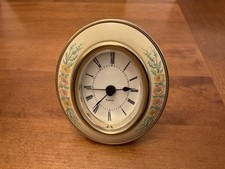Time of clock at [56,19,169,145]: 7:14
